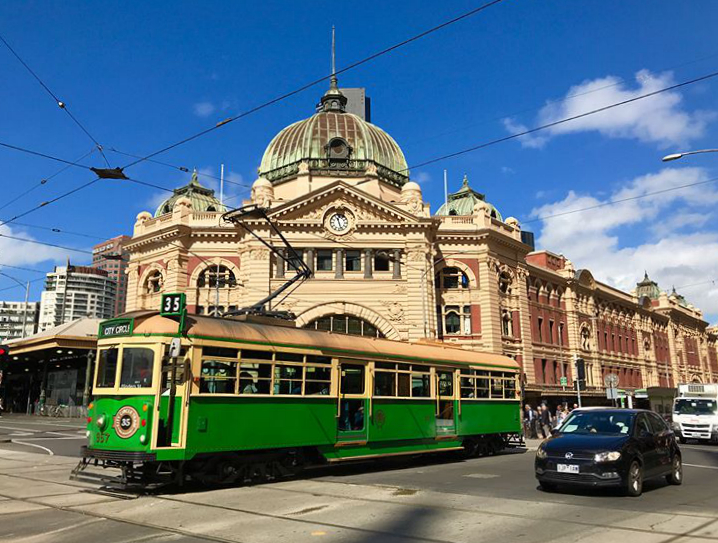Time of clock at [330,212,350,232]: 11:26
